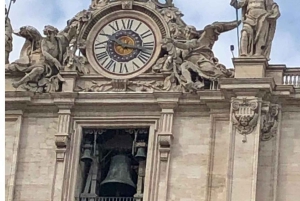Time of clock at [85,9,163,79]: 10:17
